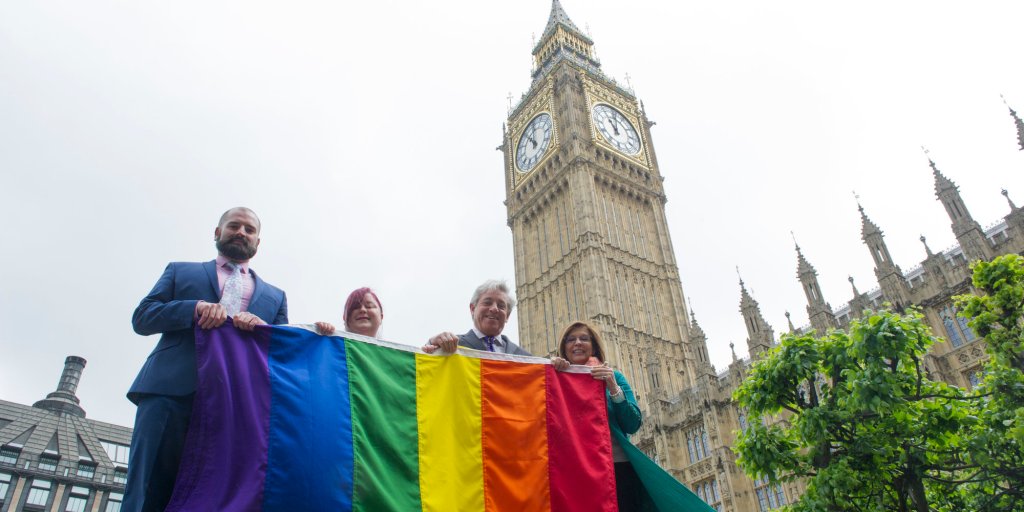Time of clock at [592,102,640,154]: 11:01
